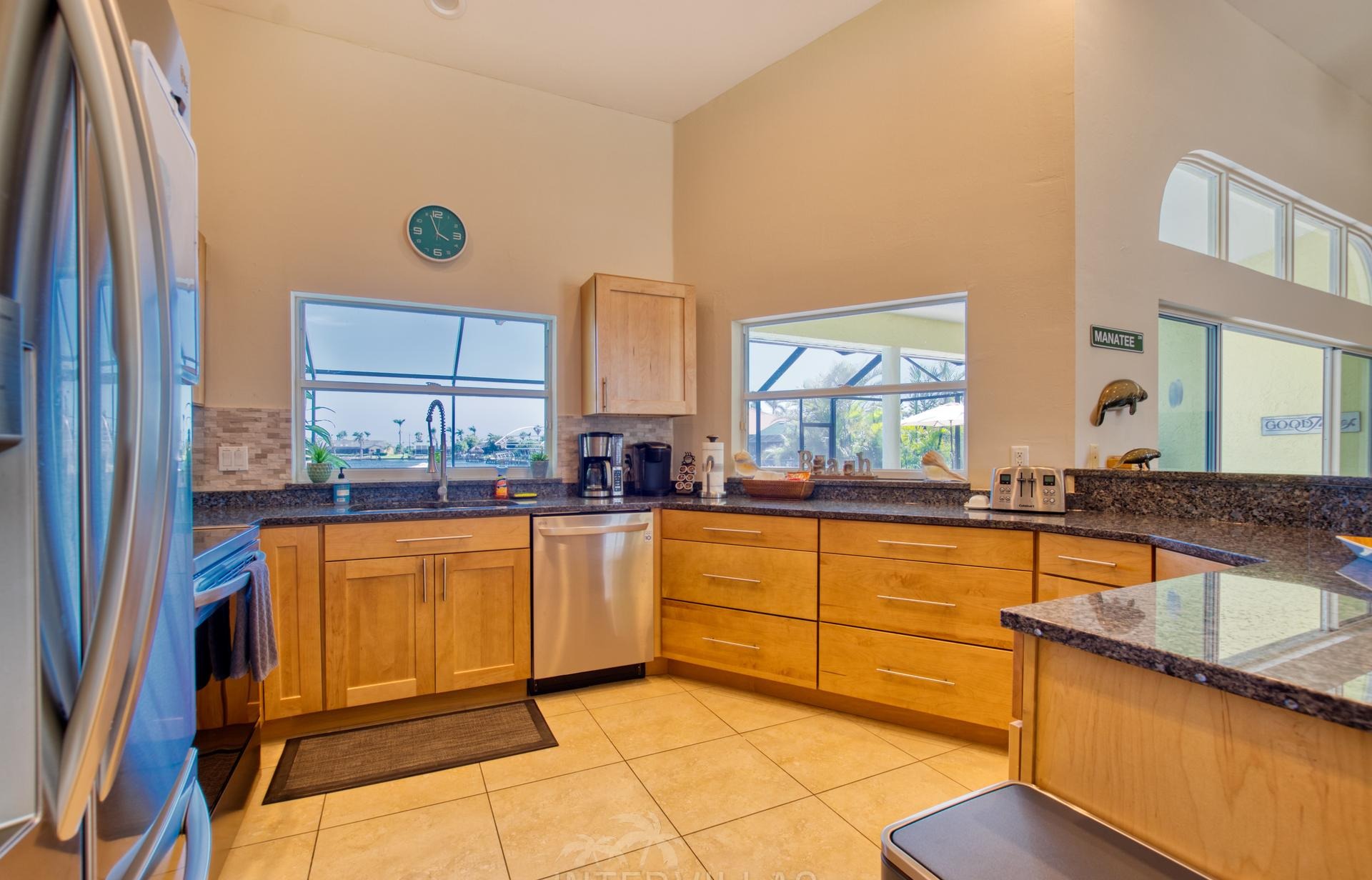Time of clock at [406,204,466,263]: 3:56
